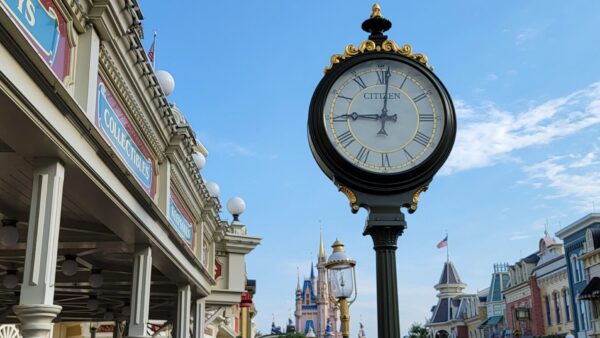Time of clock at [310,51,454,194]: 9:01
